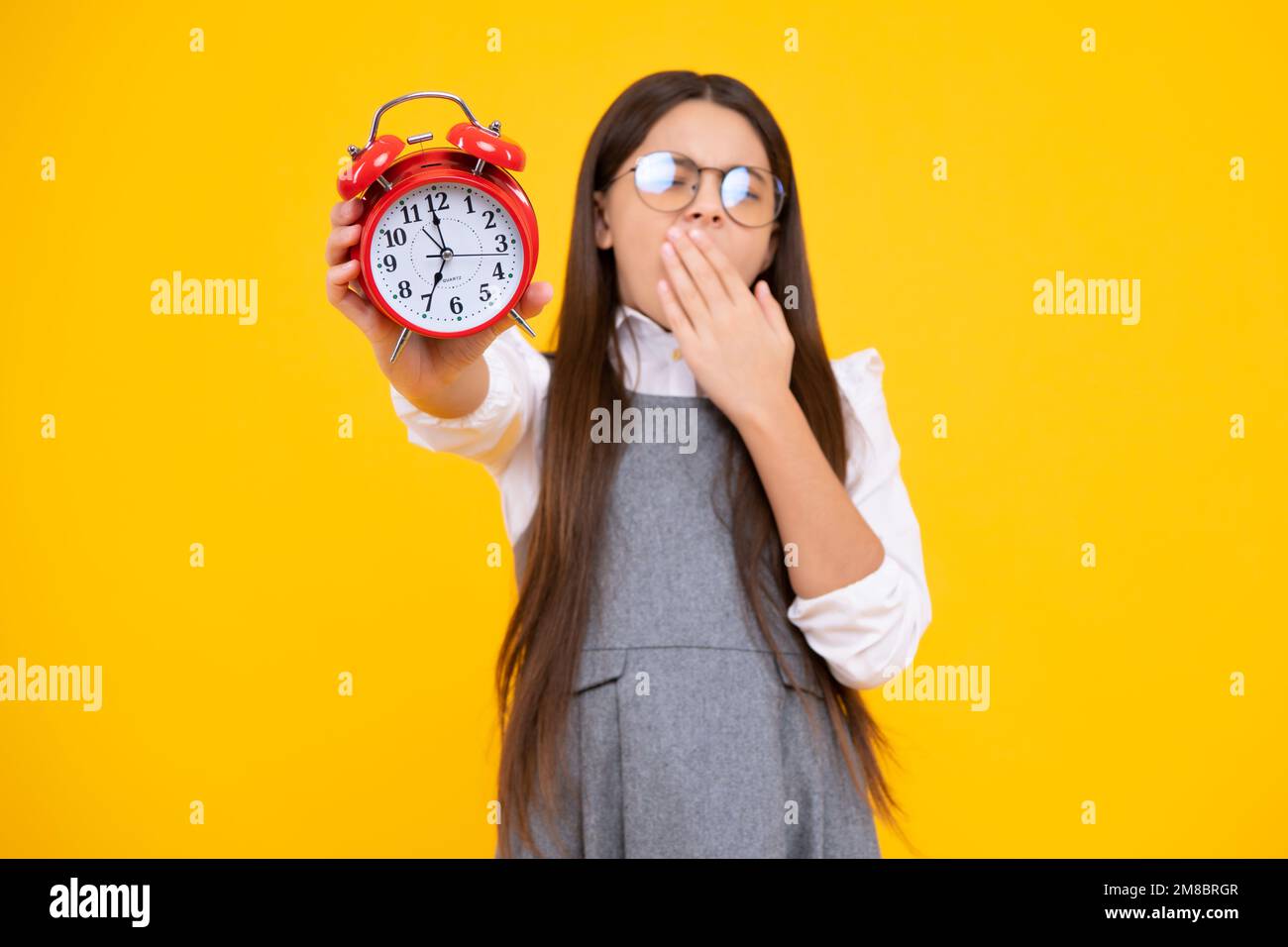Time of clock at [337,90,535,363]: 6:59
